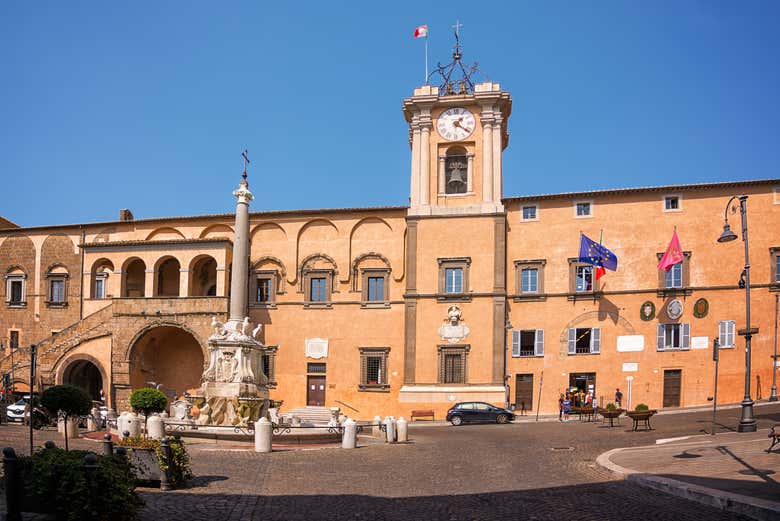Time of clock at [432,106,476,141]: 1:21
